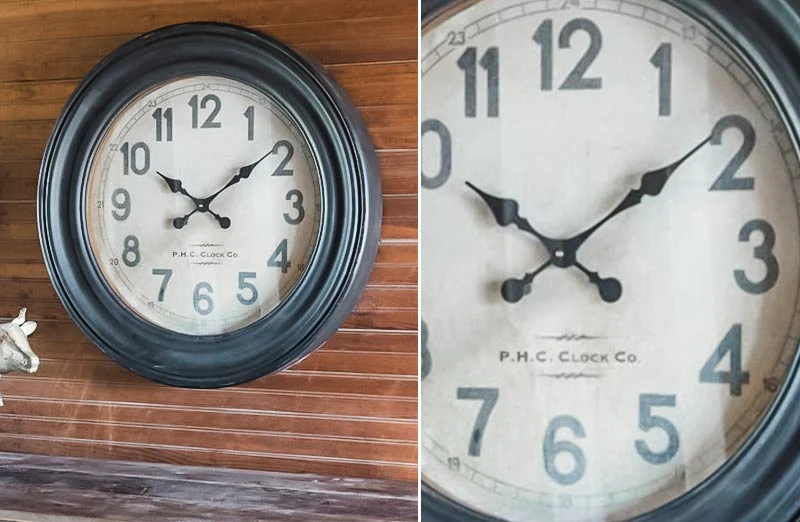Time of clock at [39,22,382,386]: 10:09
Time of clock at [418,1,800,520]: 10:09
